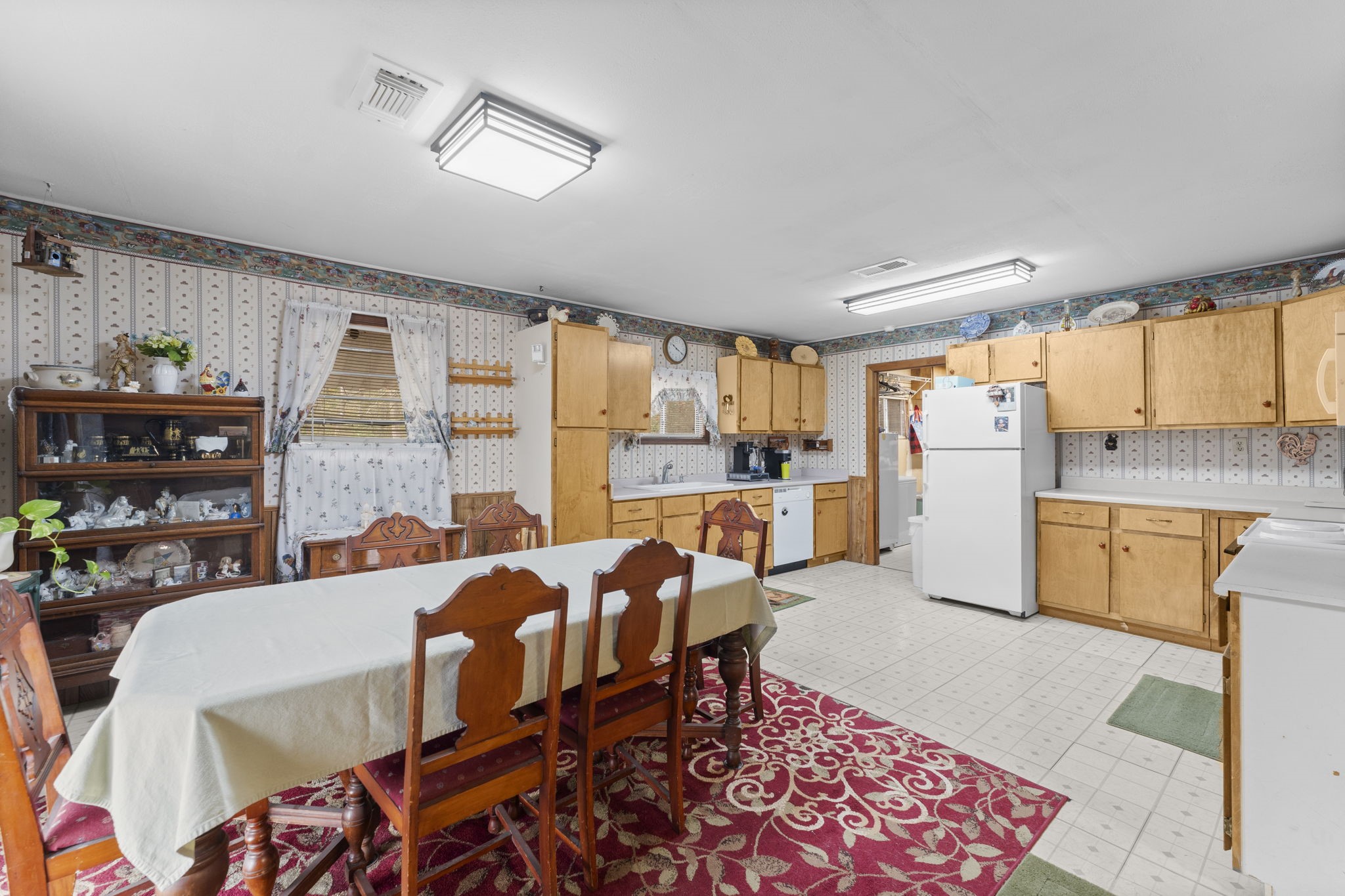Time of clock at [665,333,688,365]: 10:20
